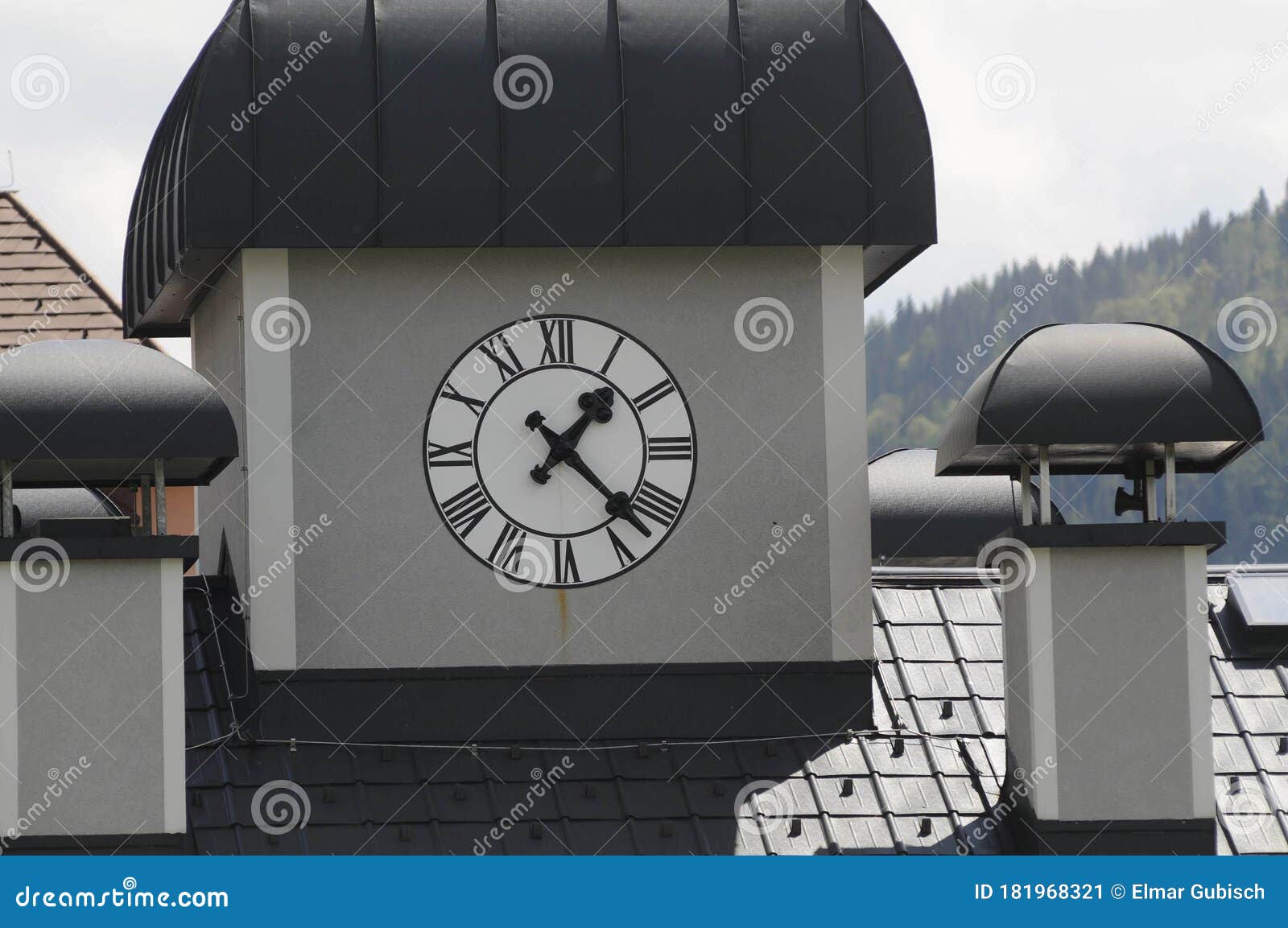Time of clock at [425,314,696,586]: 1:22
